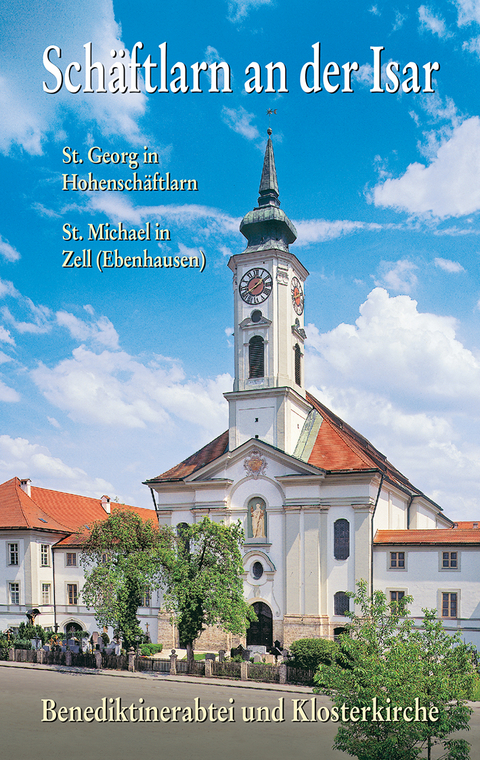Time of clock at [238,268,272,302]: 1:39
